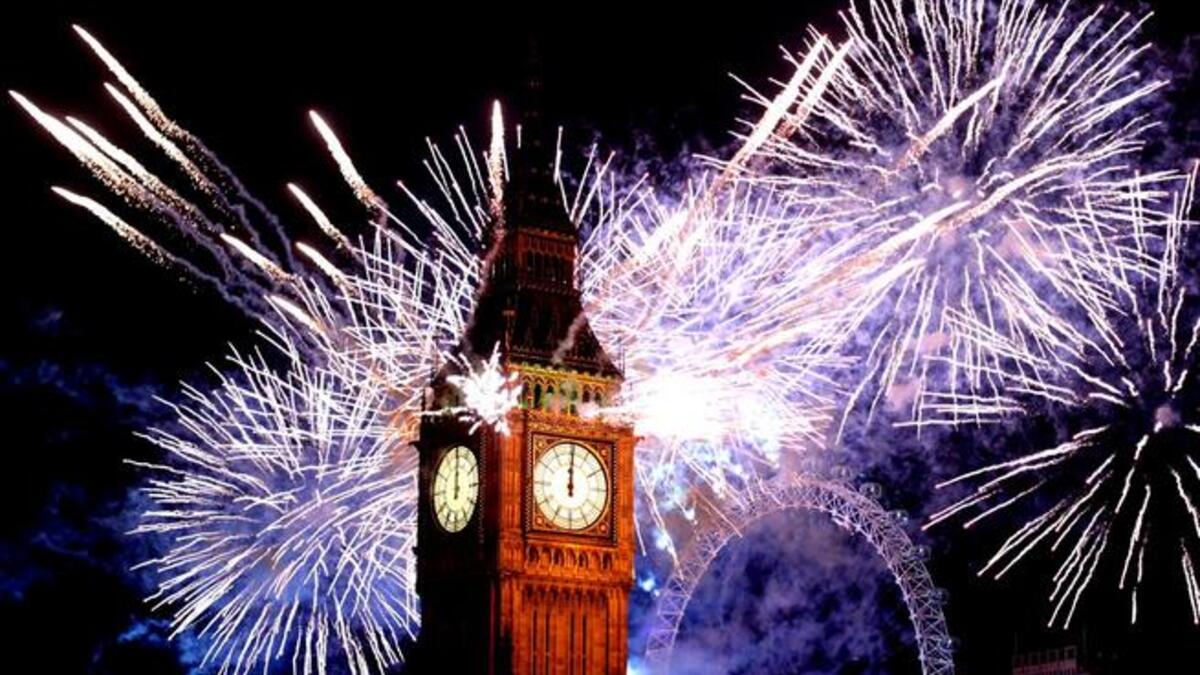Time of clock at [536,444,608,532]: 12:00
